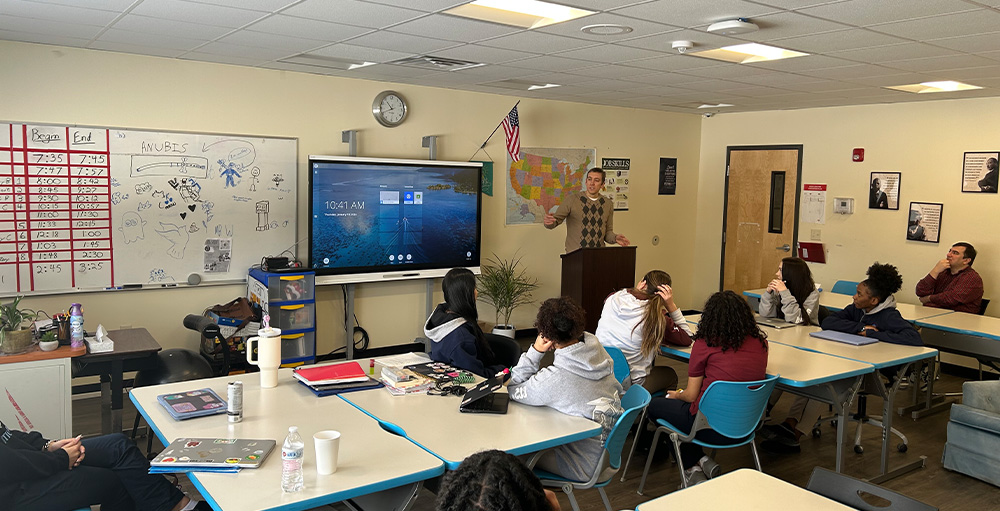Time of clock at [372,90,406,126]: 10:41
